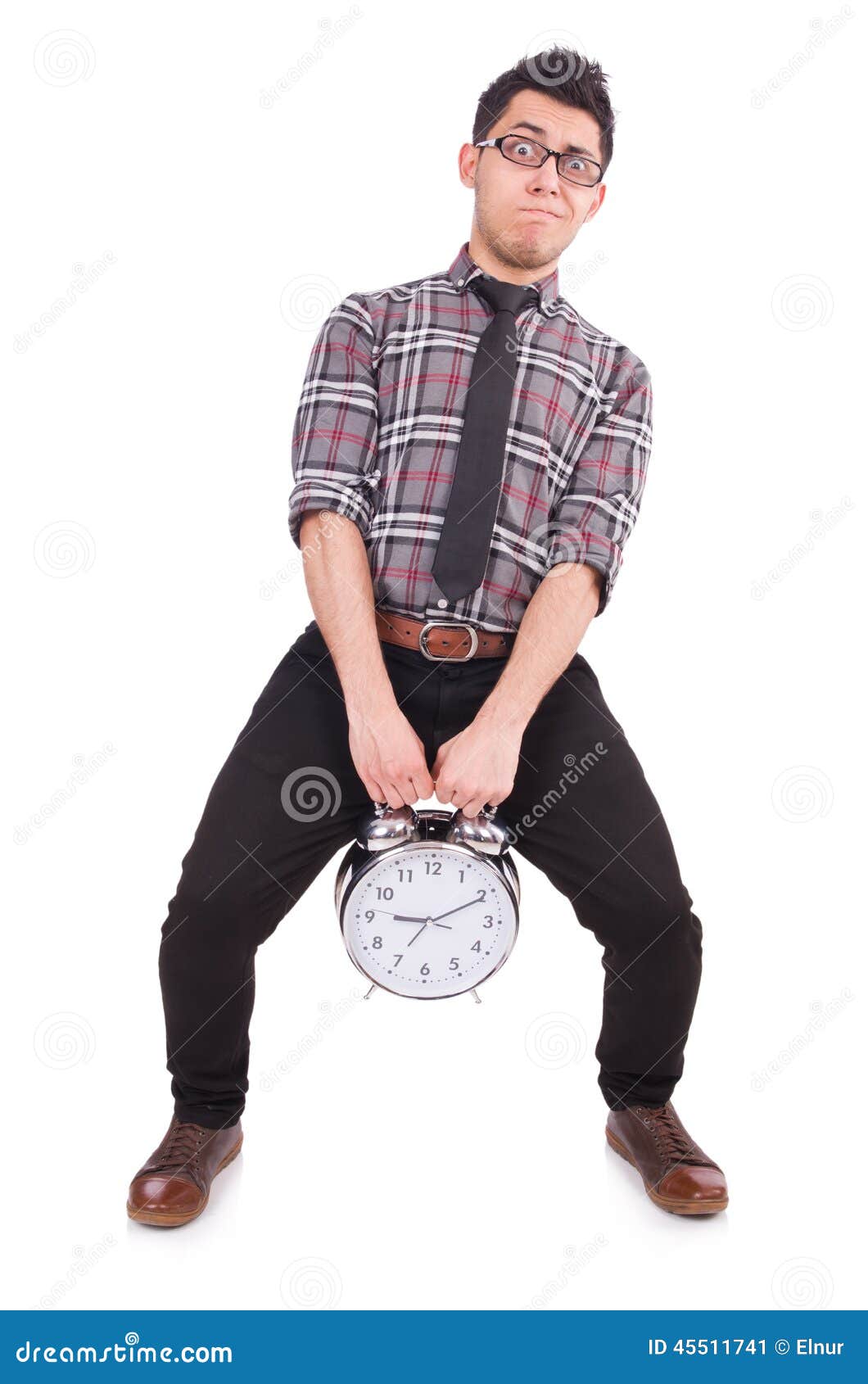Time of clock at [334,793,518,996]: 9:10
